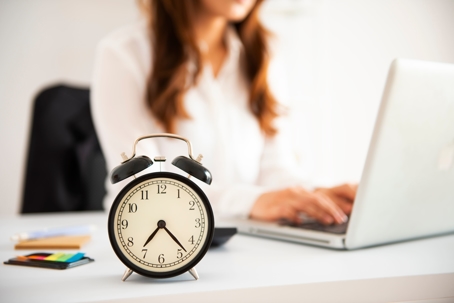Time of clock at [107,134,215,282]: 7:23
